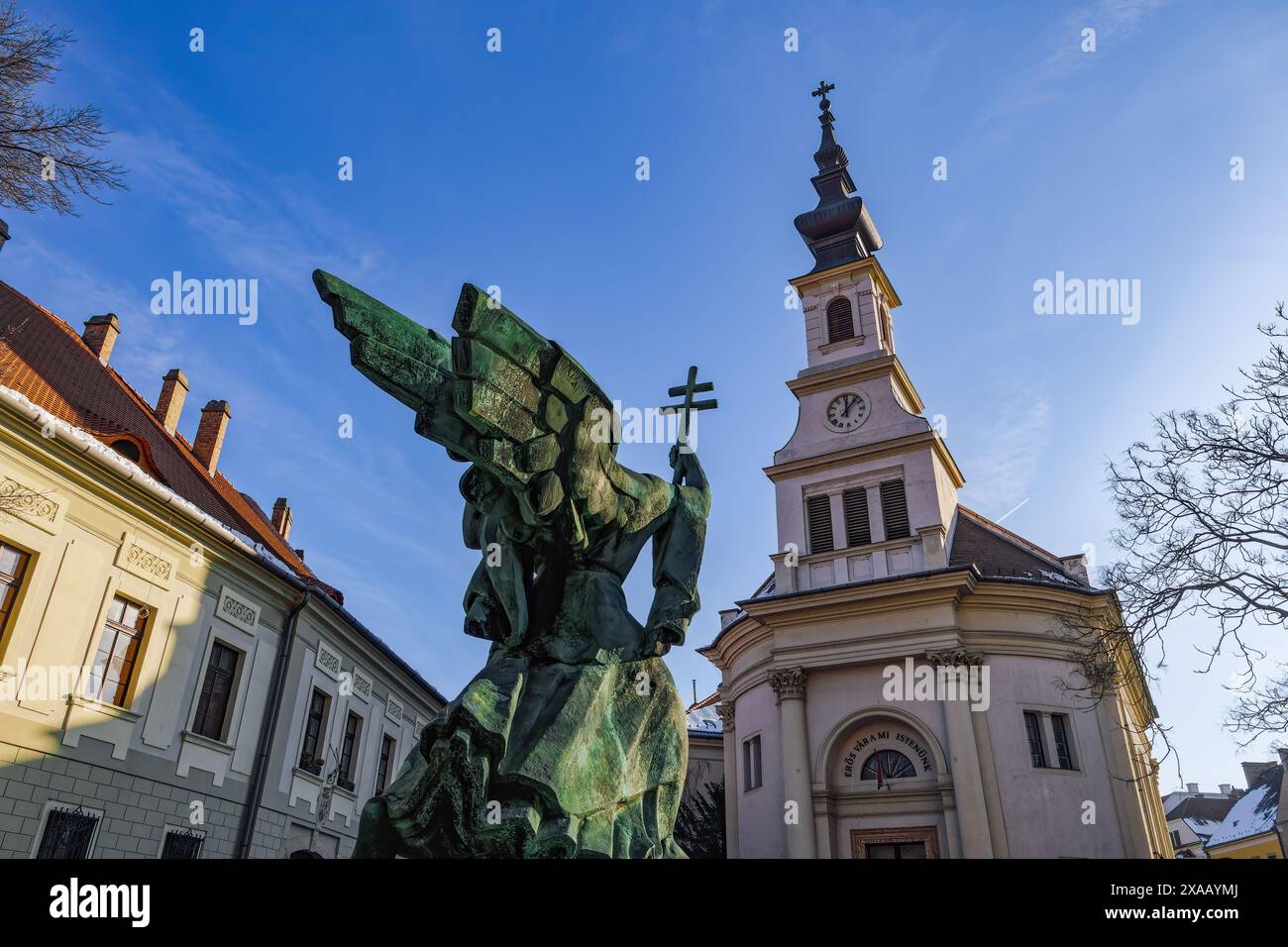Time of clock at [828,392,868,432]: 12:07
